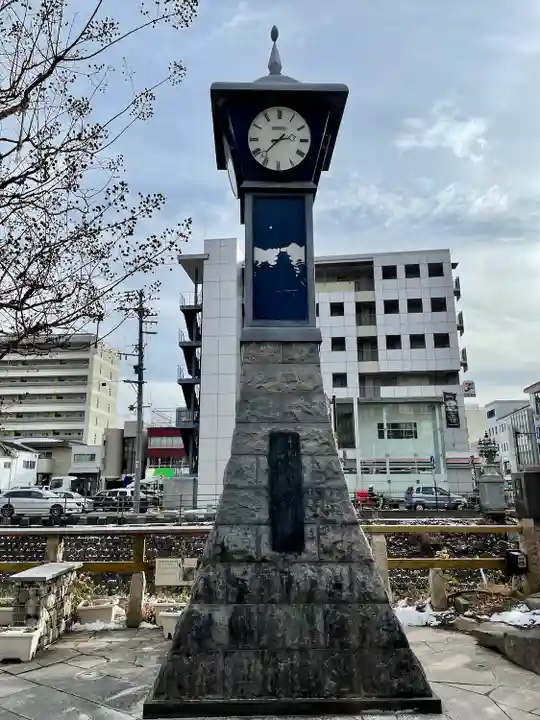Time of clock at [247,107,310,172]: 2:37
